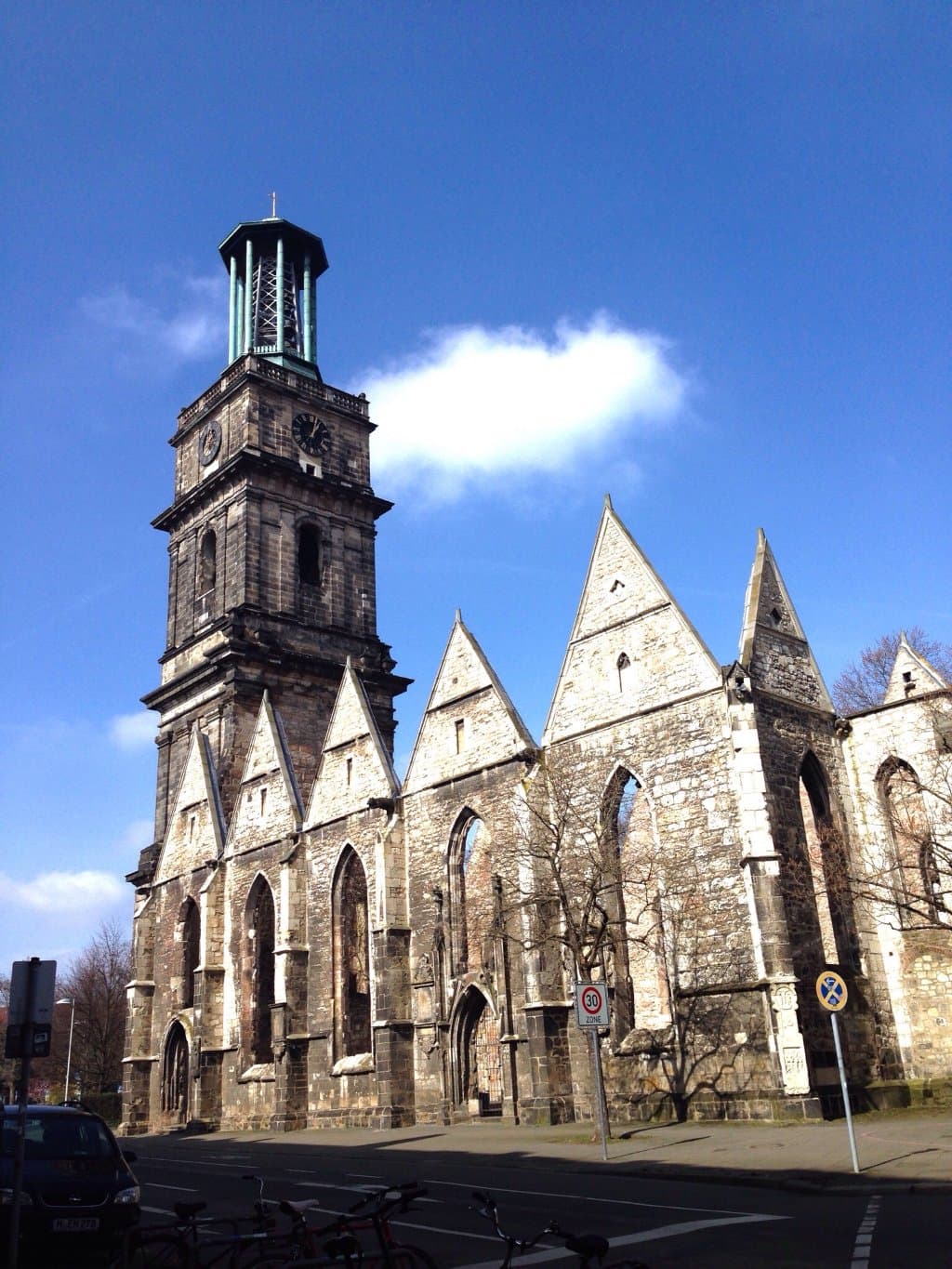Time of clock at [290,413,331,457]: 1:02
